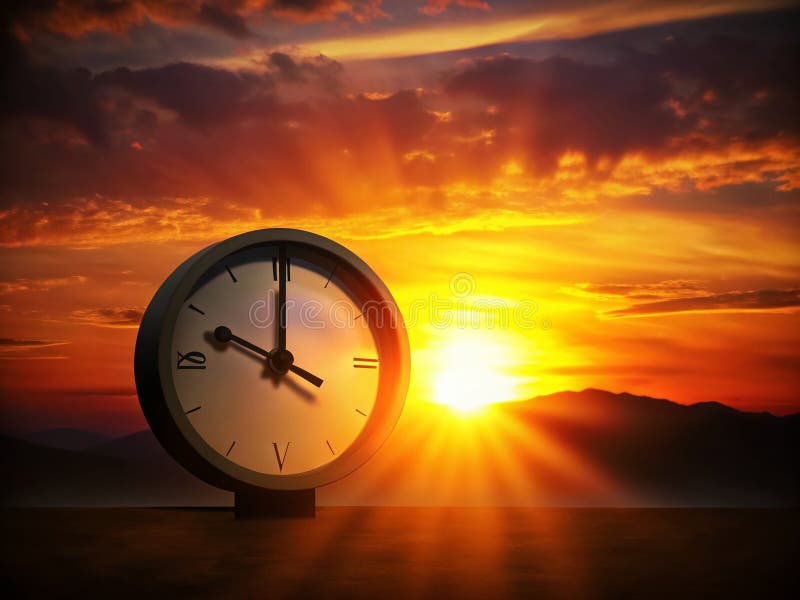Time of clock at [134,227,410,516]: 10:00
